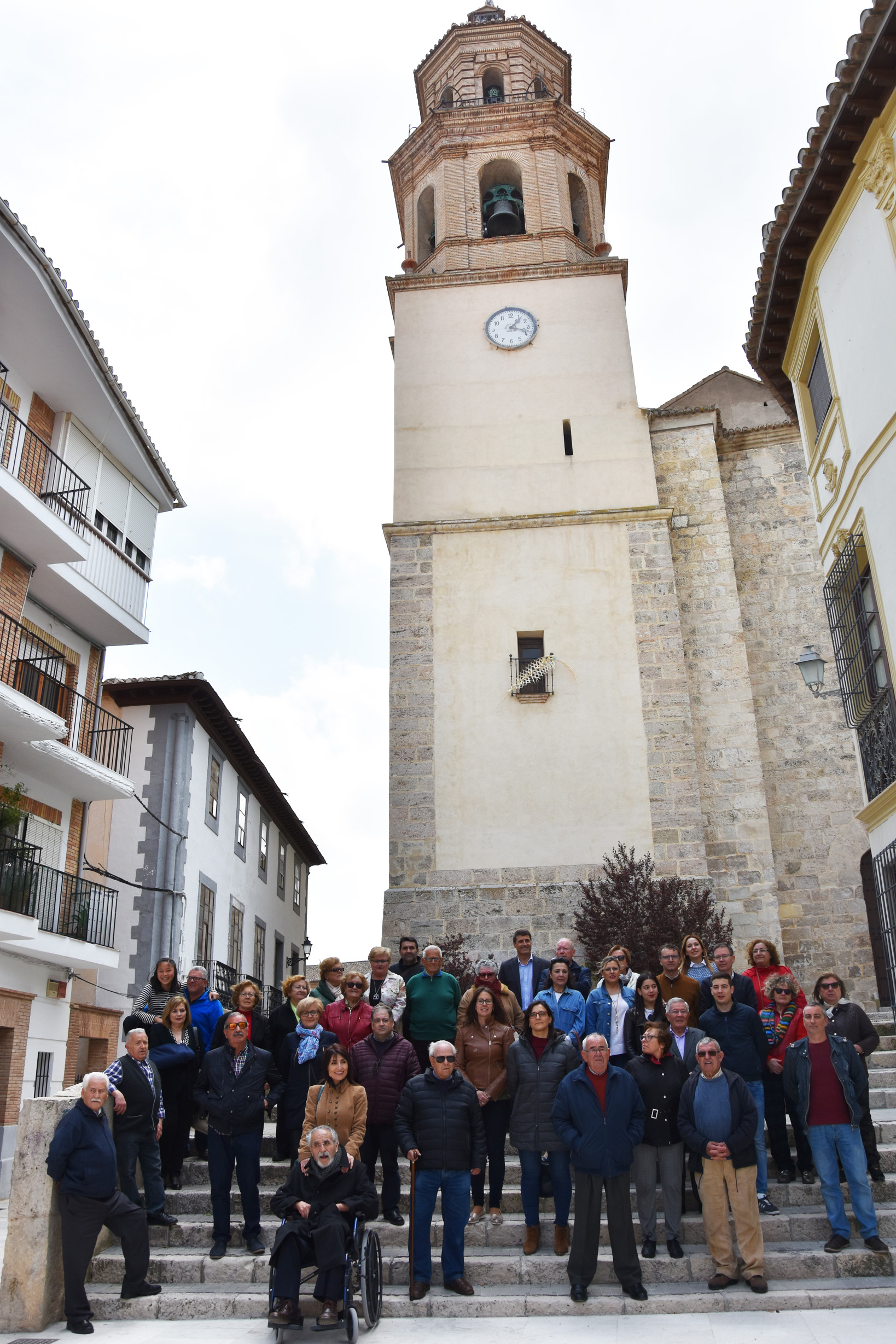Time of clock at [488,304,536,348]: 1:18
